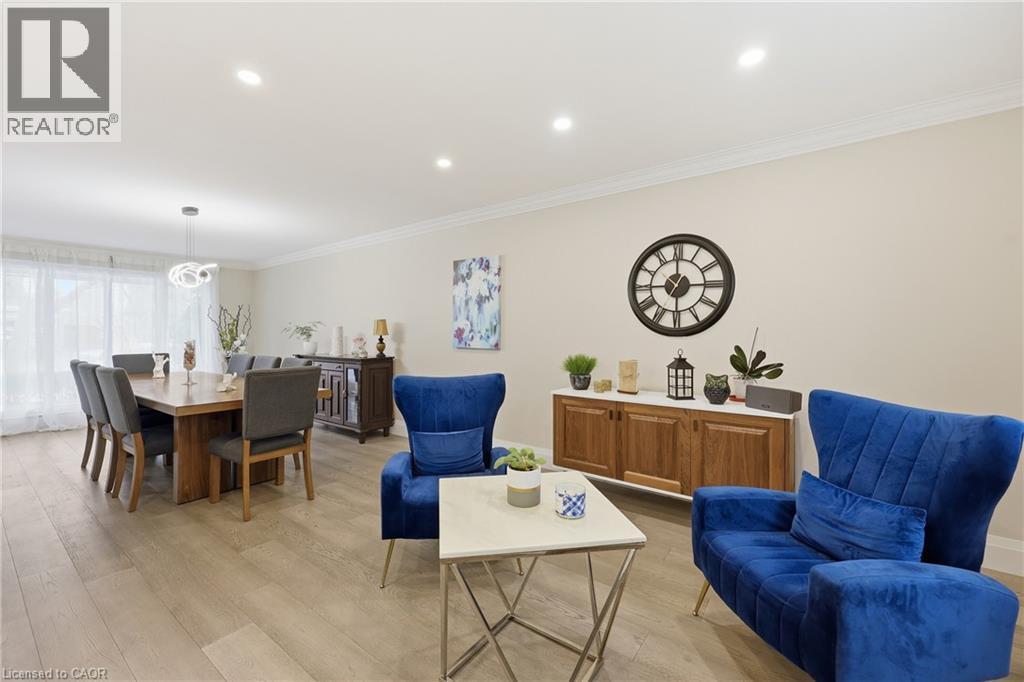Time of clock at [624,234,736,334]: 2:59
